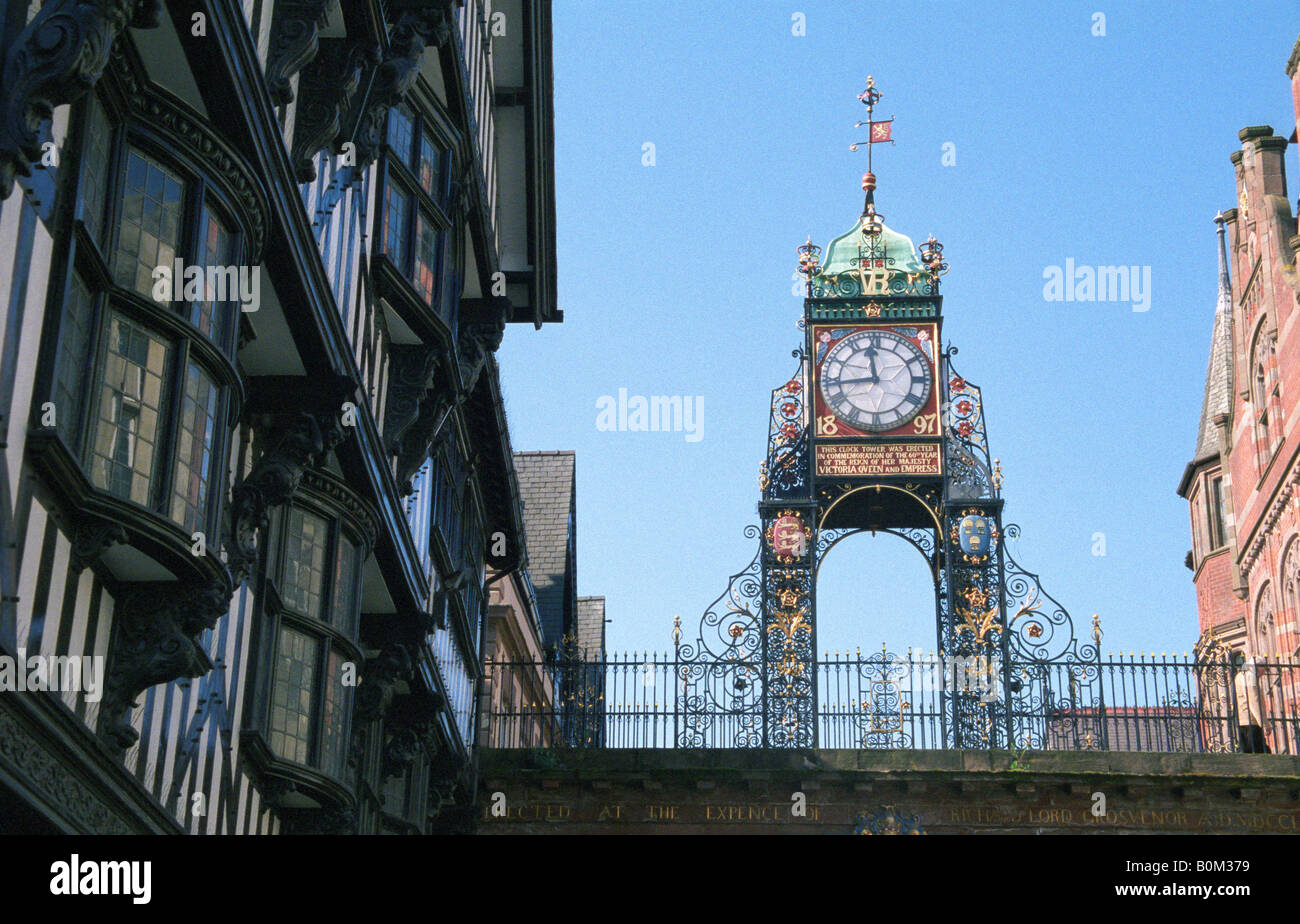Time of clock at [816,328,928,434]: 11:43
